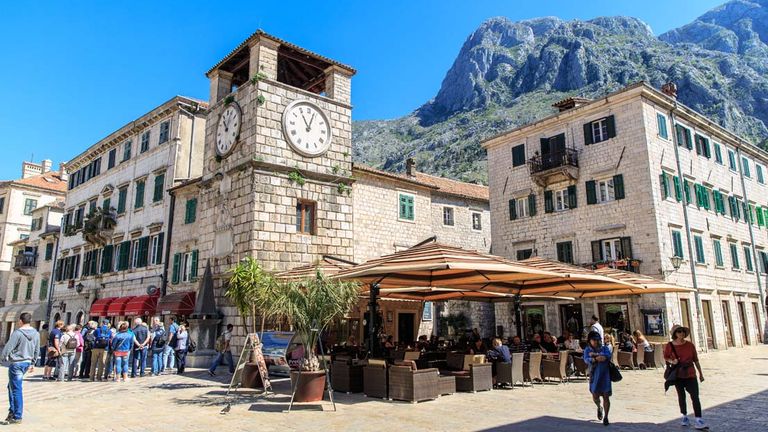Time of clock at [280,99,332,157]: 11:03
